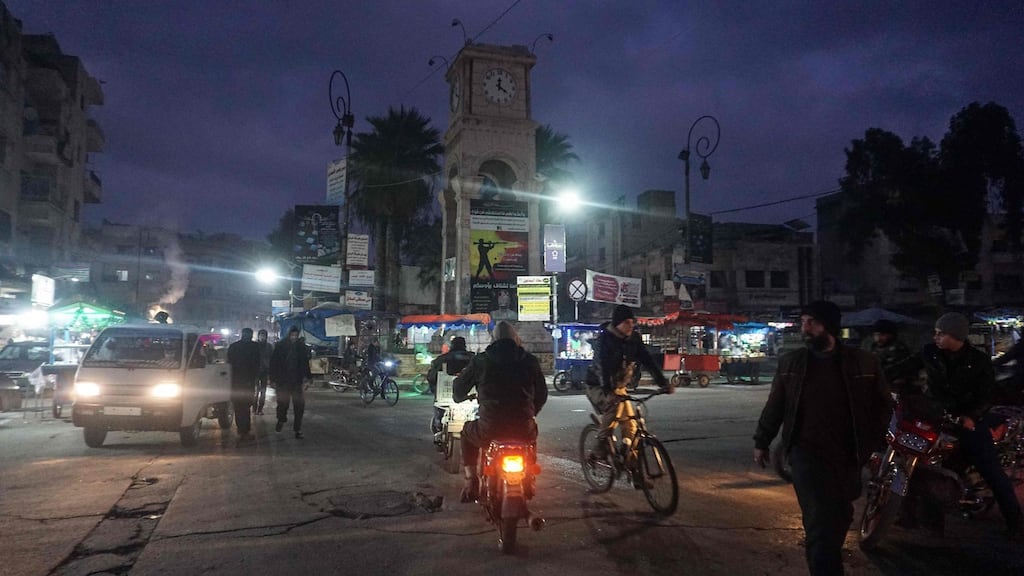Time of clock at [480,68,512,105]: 12:20
